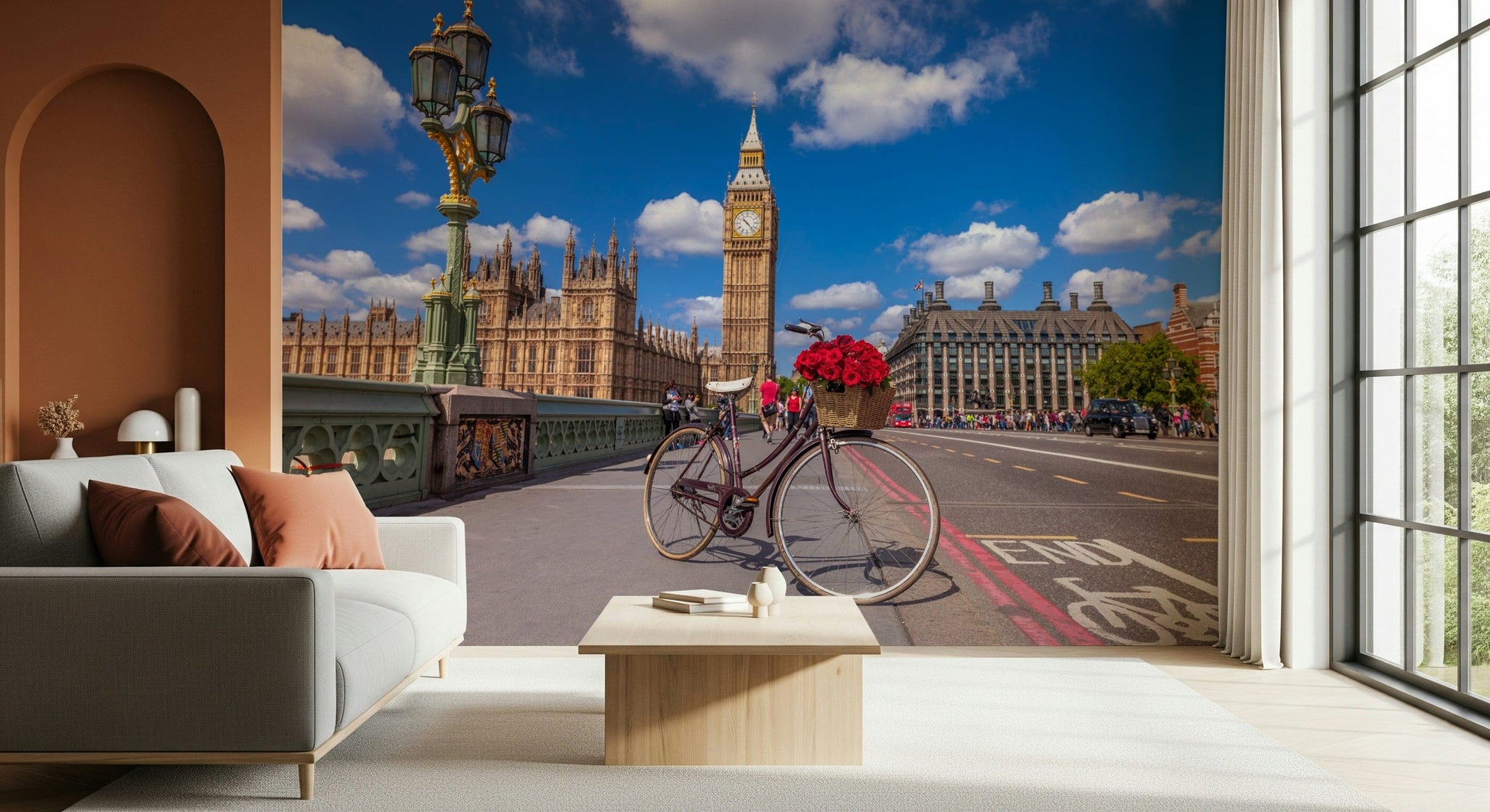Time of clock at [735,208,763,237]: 10:22
